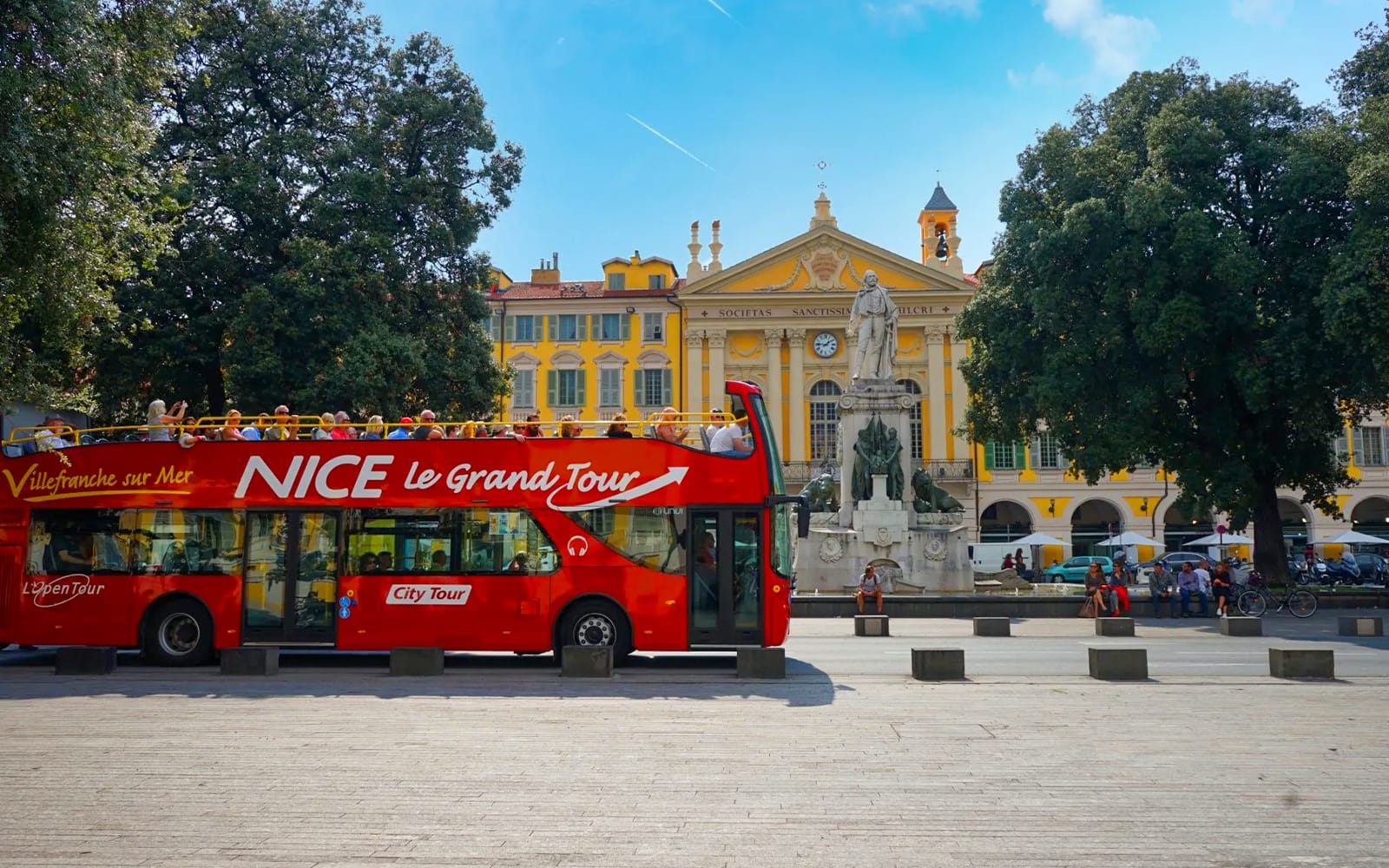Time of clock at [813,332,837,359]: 1:46
